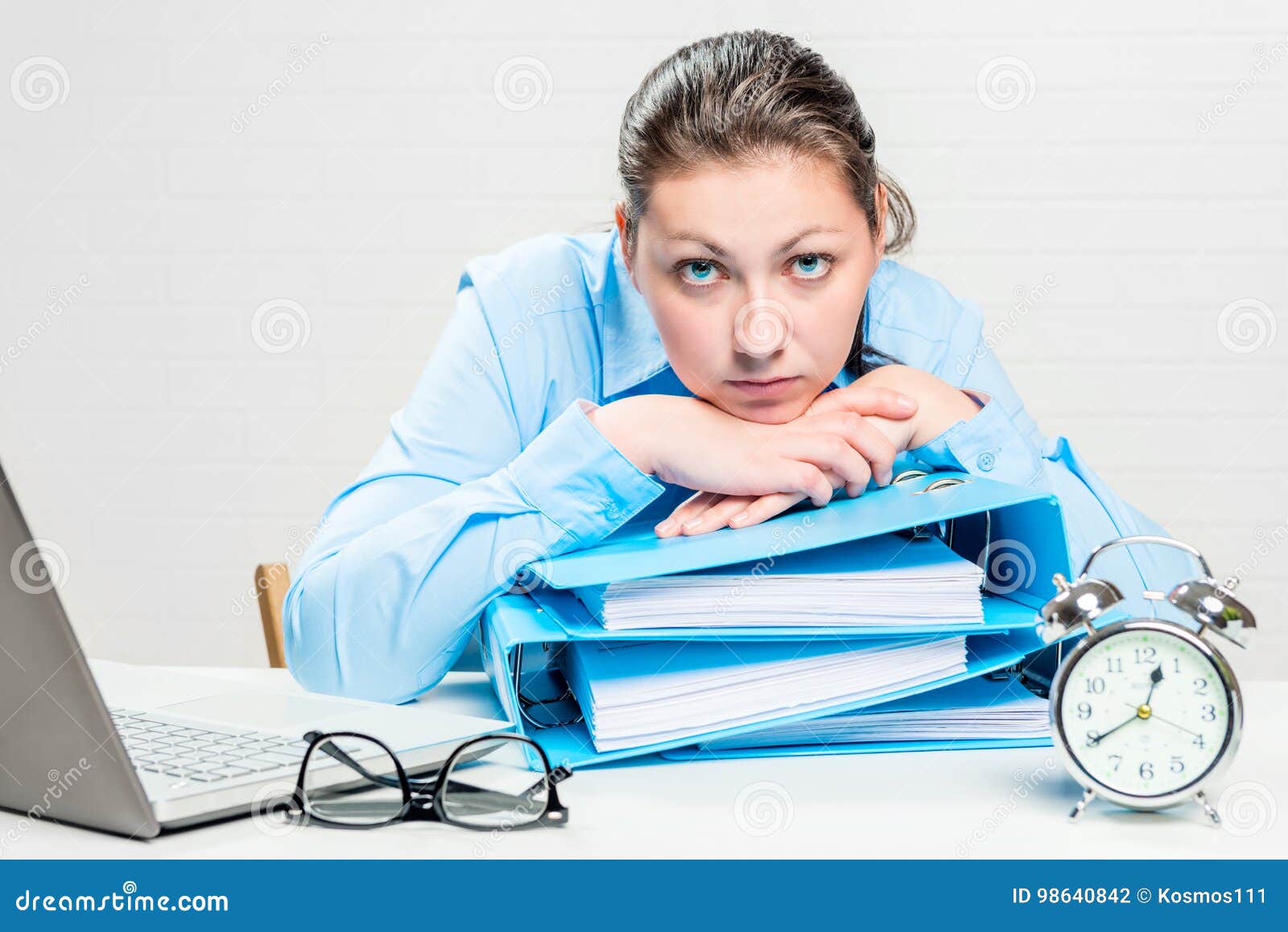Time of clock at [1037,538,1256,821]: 12:39
